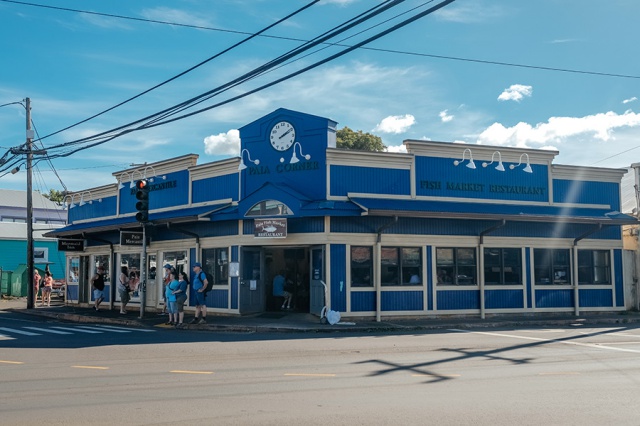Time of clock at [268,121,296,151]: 2:09
